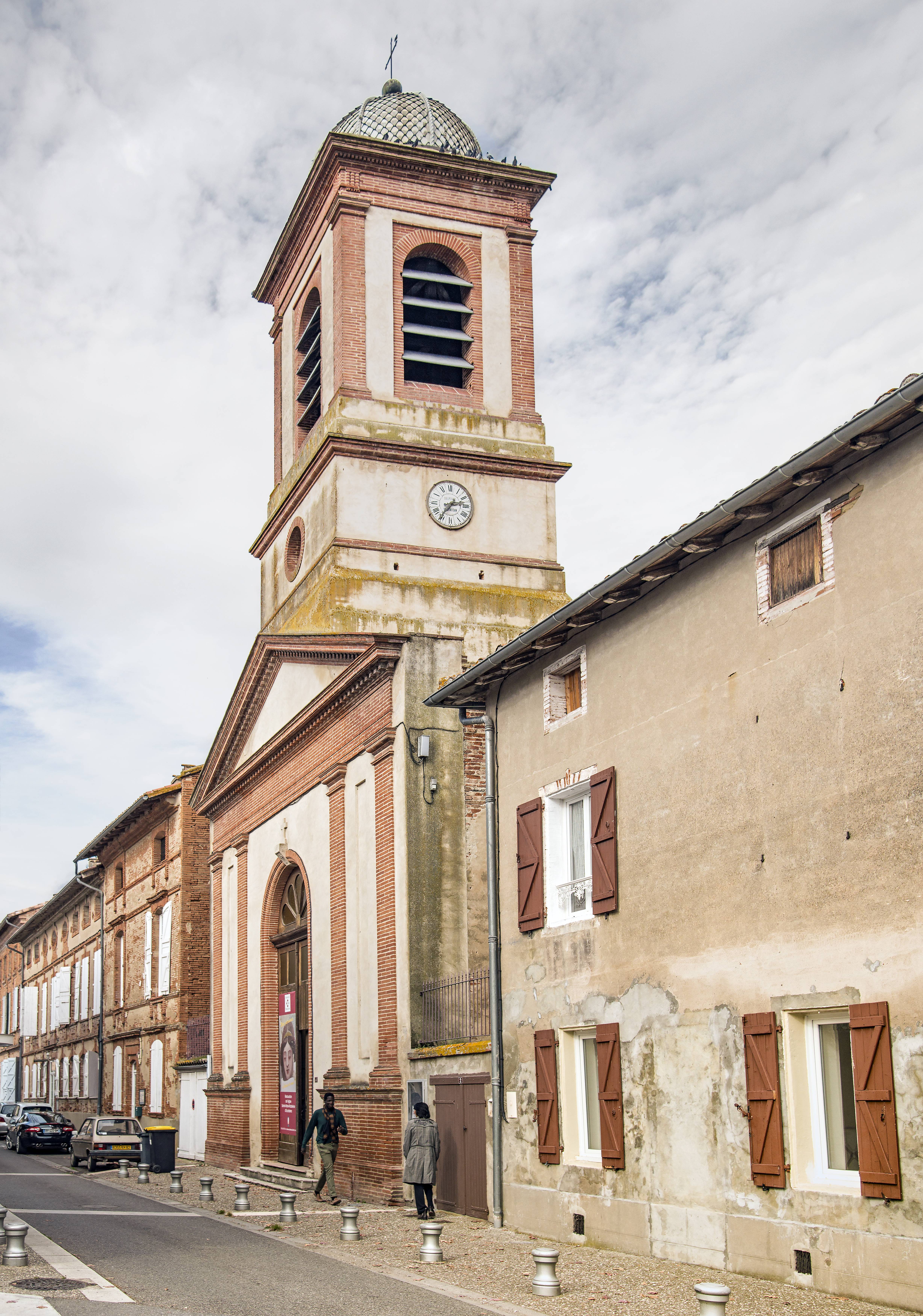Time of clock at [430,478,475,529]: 2:36
